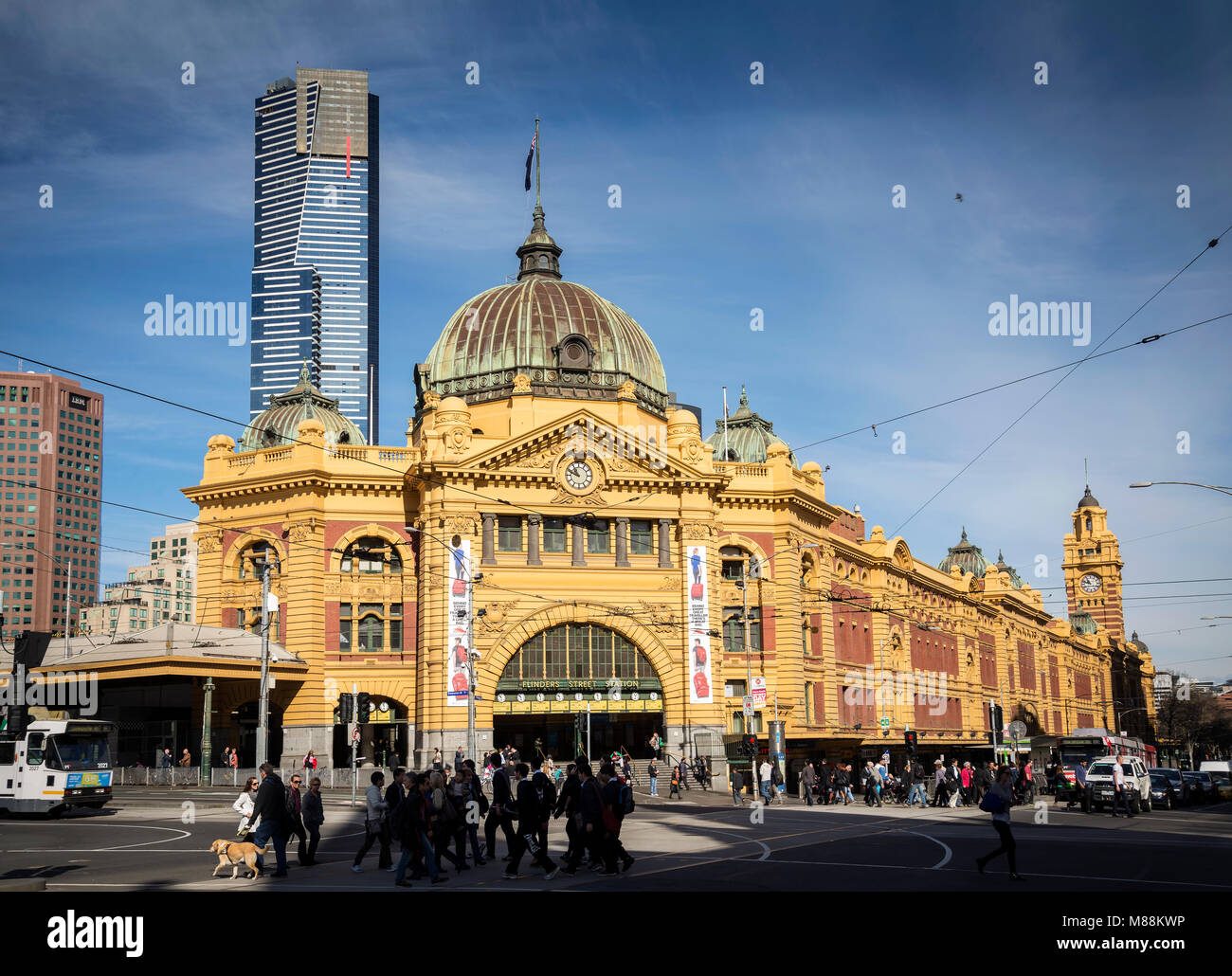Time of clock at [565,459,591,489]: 10:48
